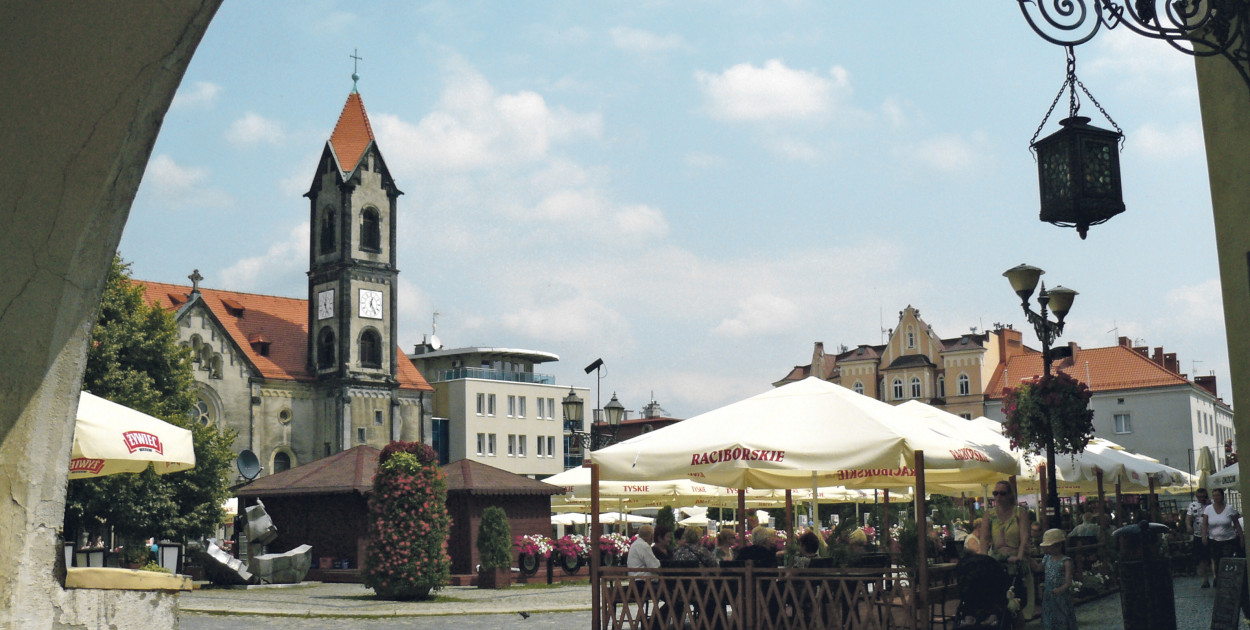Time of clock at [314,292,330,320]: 12:26
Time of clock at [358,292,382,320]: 12:24
